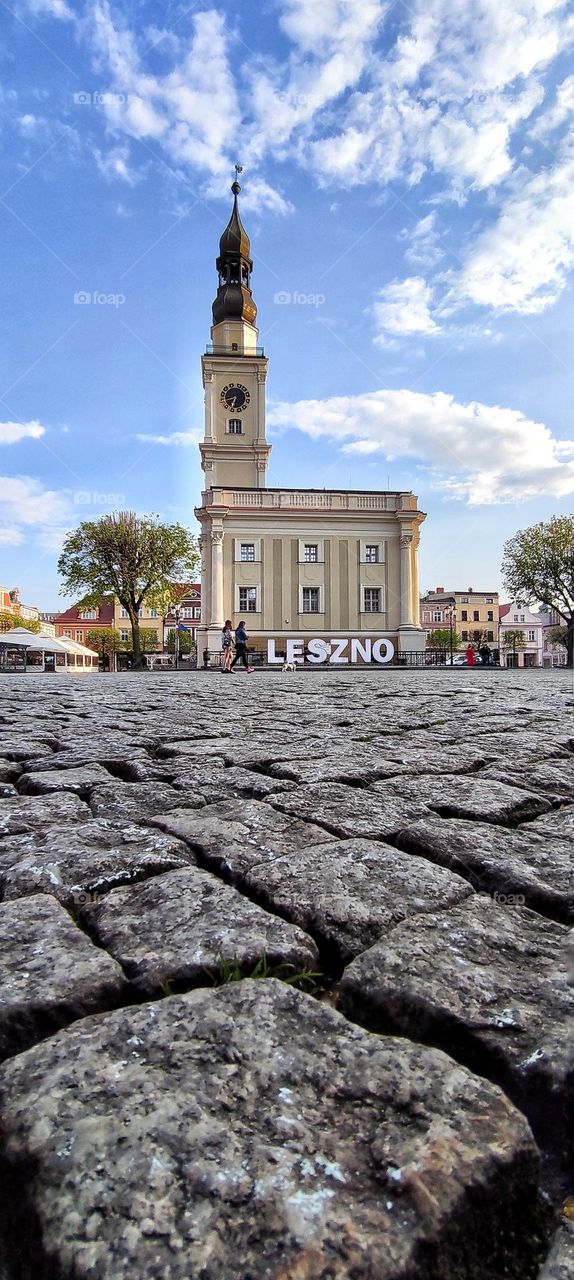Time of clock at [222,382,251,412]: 6:41
